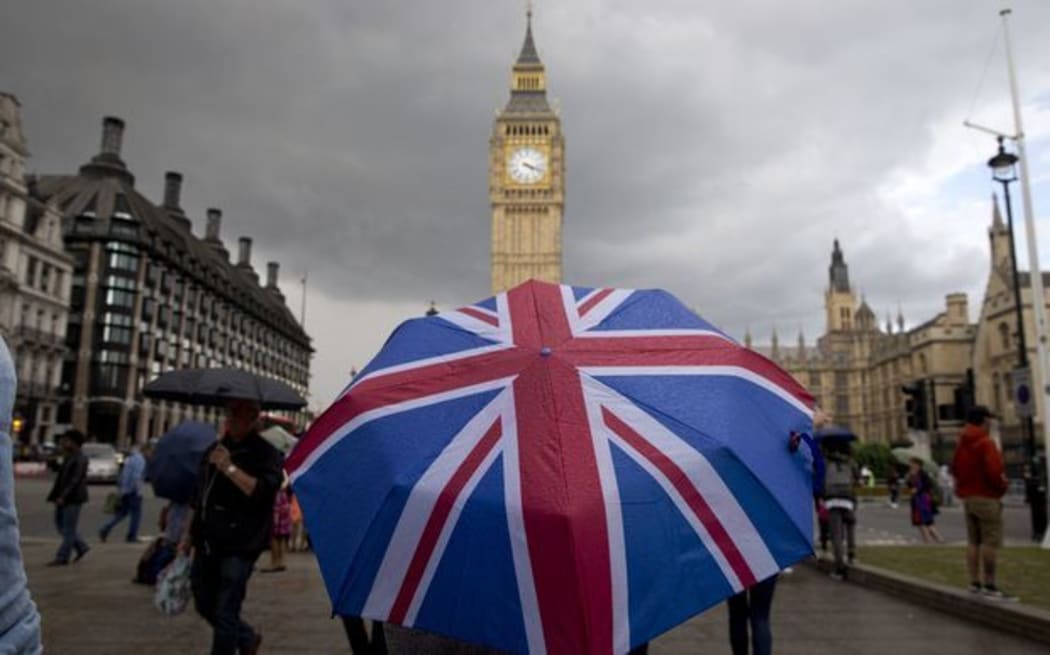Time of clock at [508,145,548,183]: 4:18
